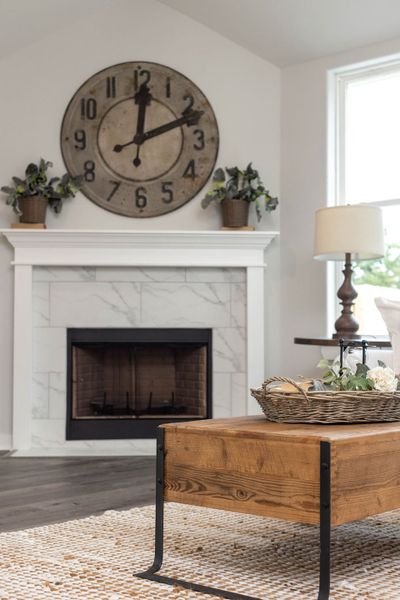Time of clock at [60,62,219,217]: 12:11
